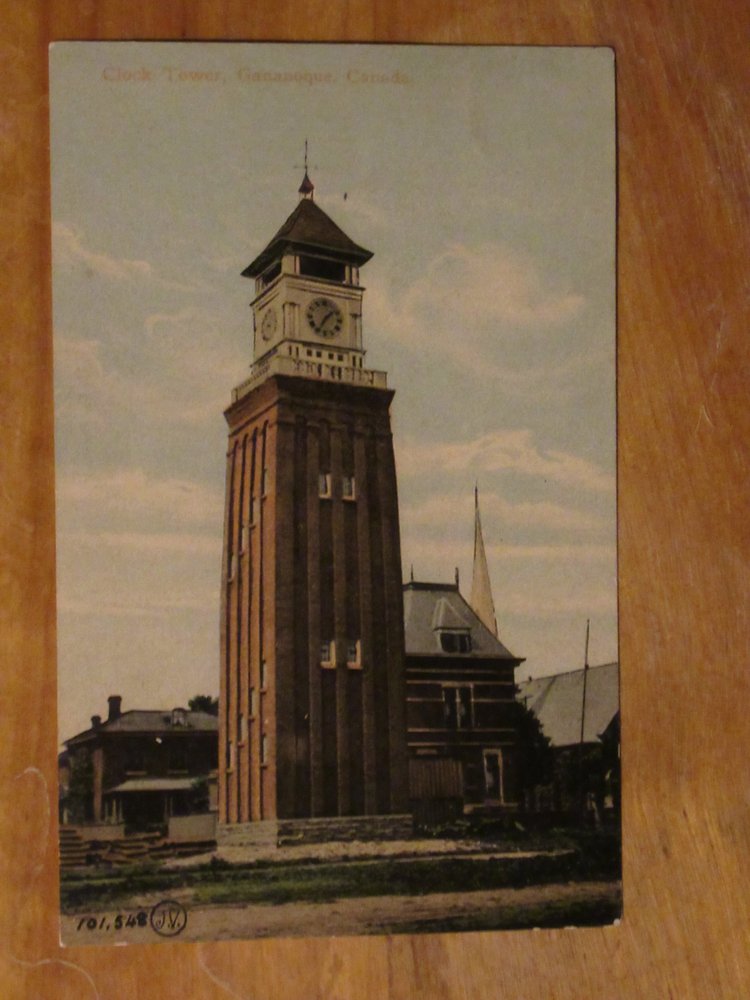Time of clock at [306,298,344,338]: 1:34
